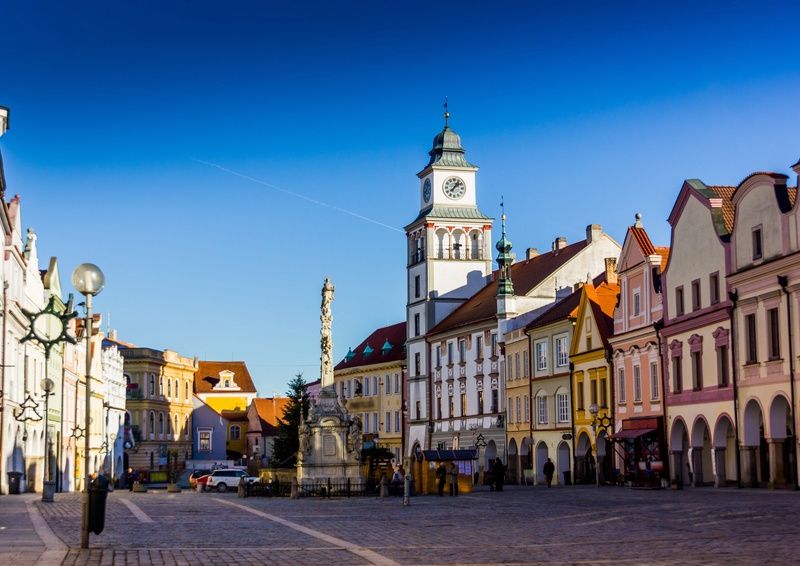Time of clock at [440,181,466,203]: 1:08
